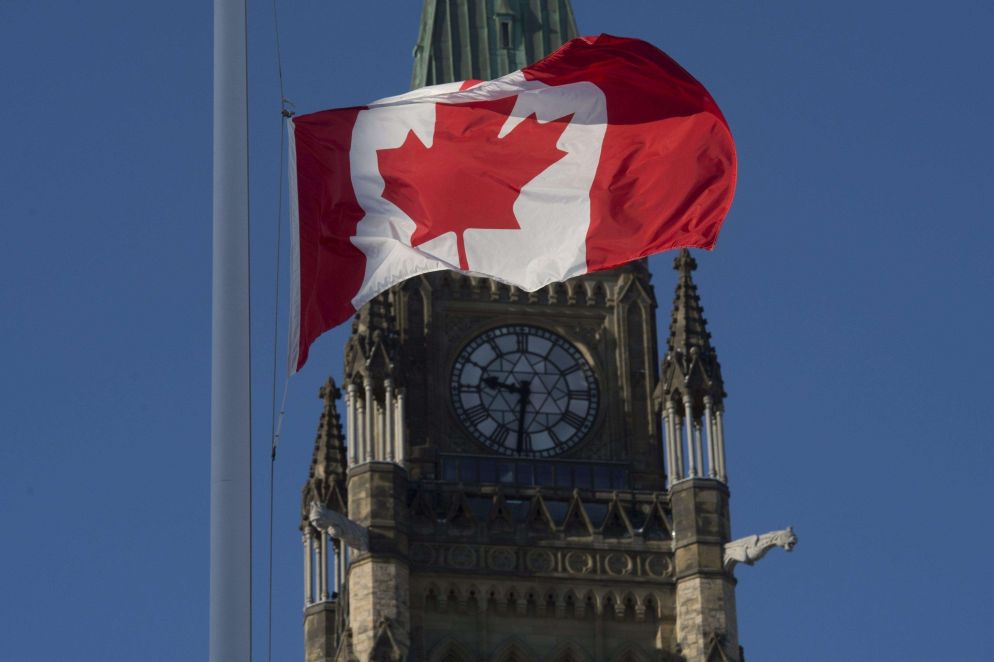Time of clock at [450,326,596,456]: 9:31
